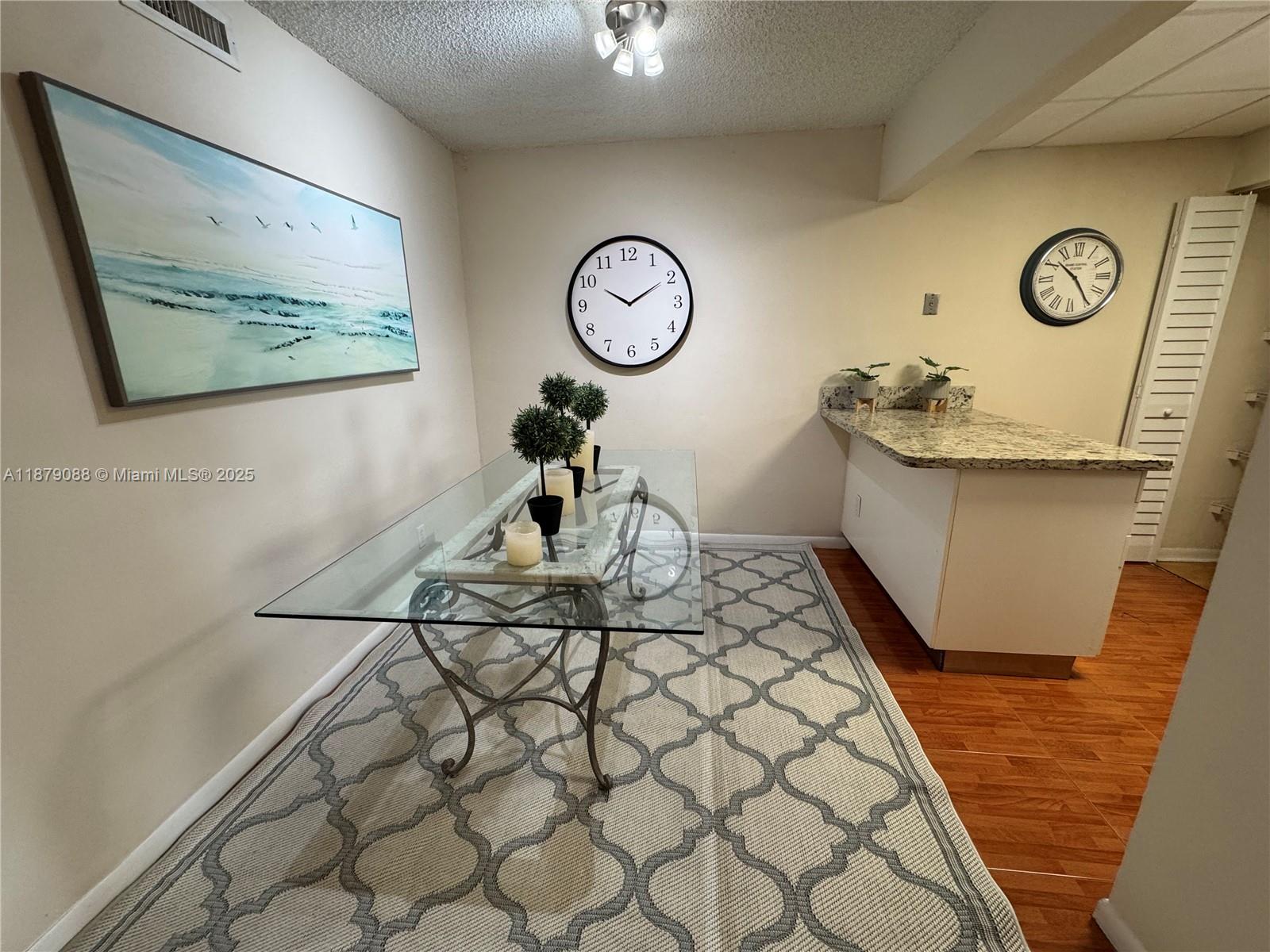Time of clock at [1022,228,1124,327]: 10:24
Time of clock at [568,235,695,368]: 10:09
